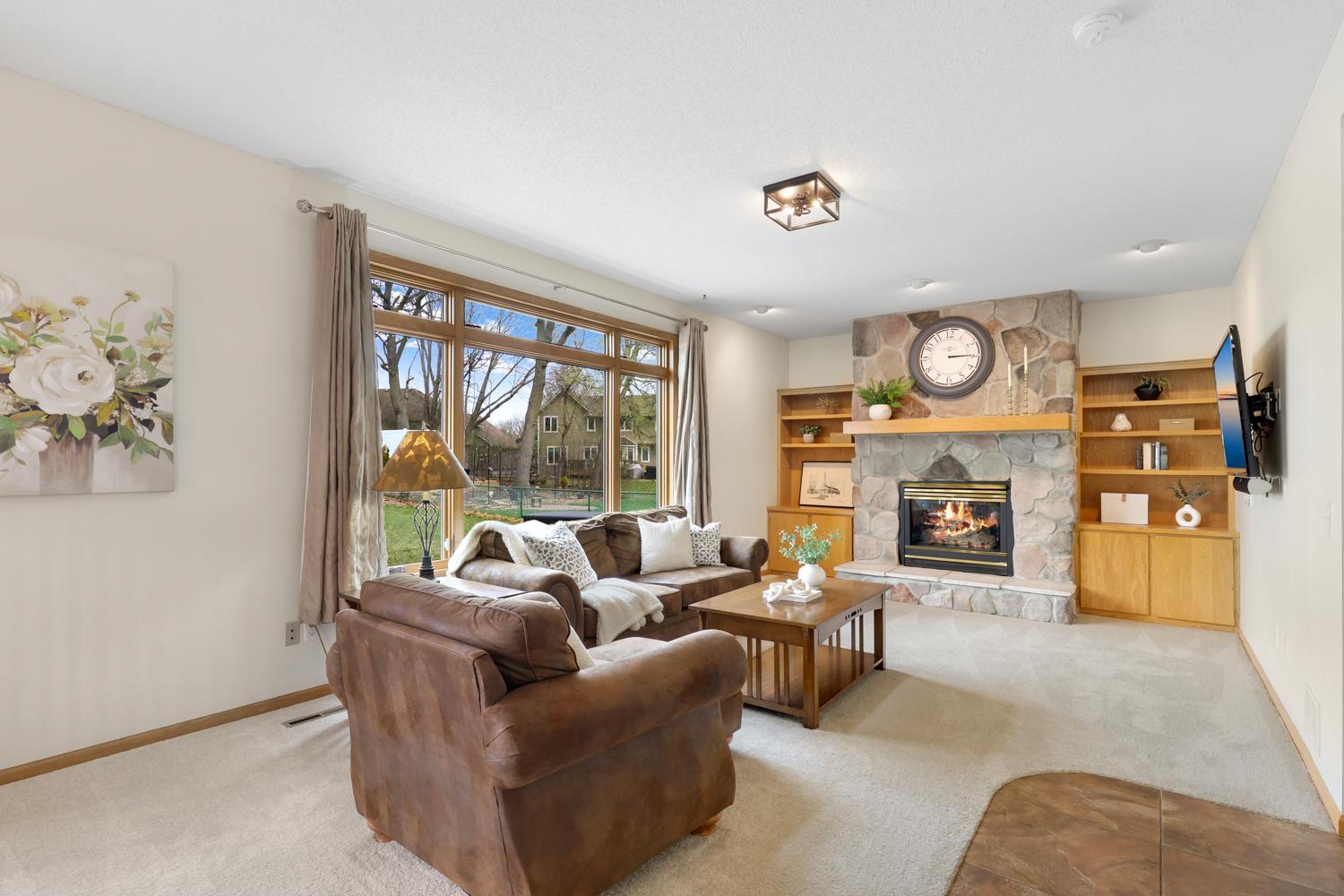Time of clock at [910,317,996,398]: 3:15
